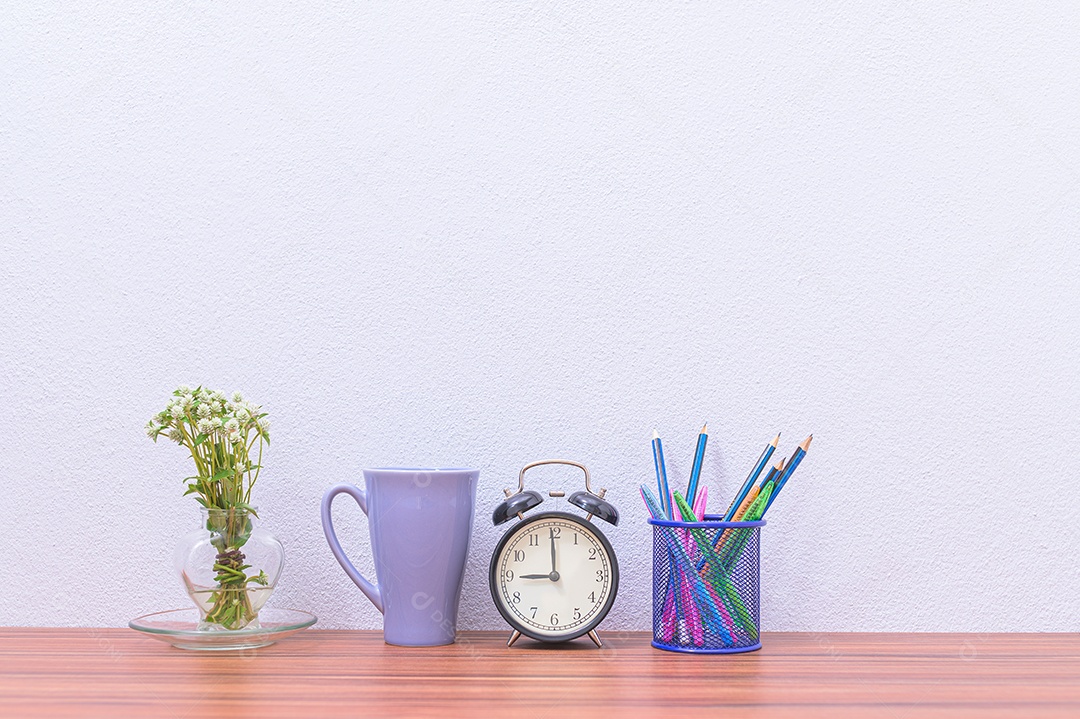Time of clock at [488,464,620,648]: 8:59
